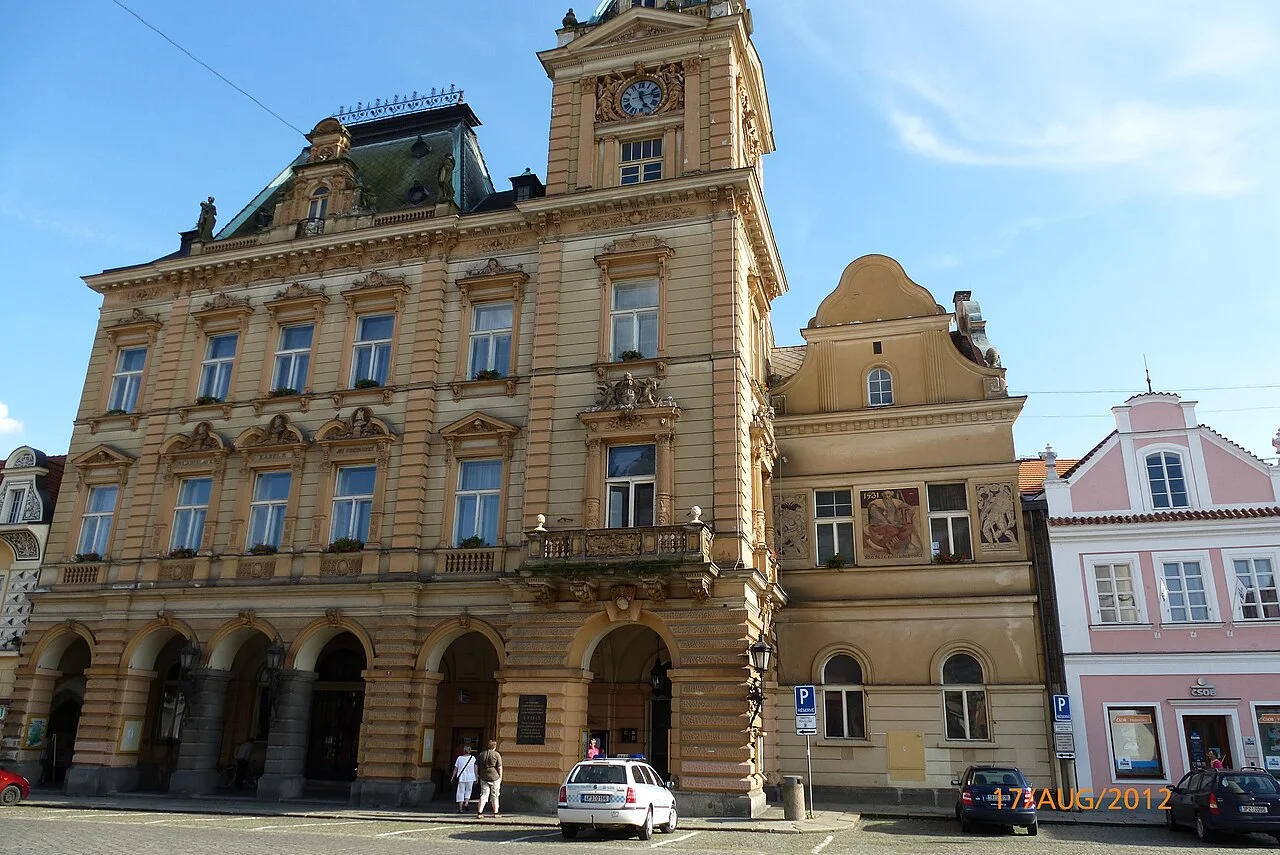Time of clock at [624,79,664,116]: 5:12
